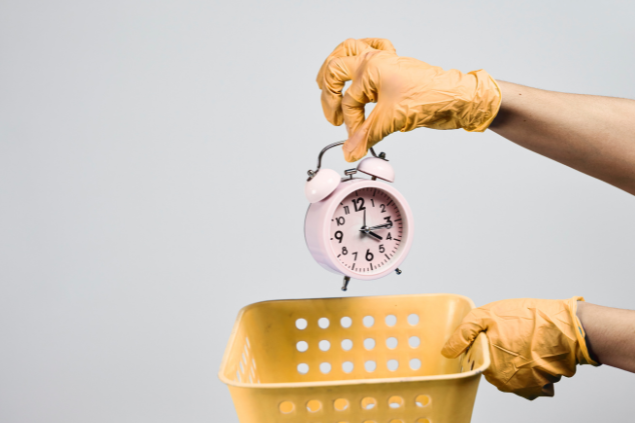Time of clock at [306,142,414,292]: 4:15
